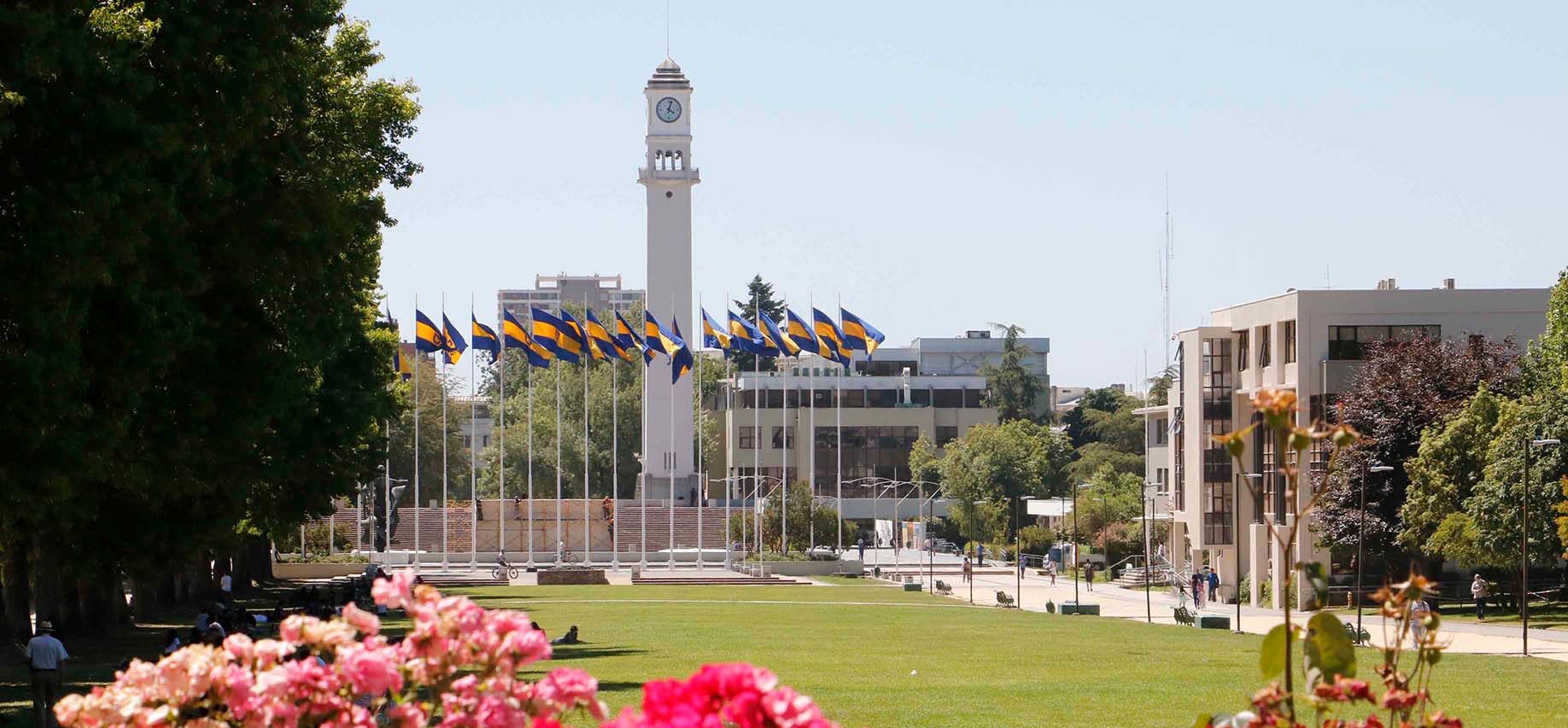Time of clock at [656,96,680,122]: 4:02
